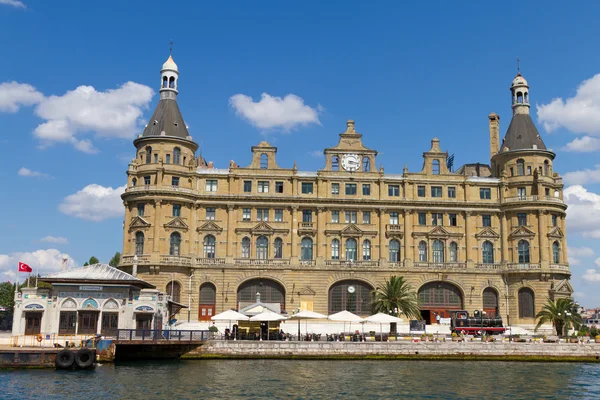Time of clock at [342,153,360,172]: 3:17
